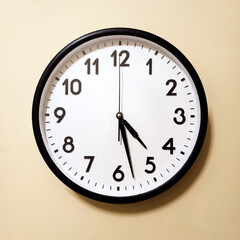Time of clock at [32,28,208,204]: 4:27
